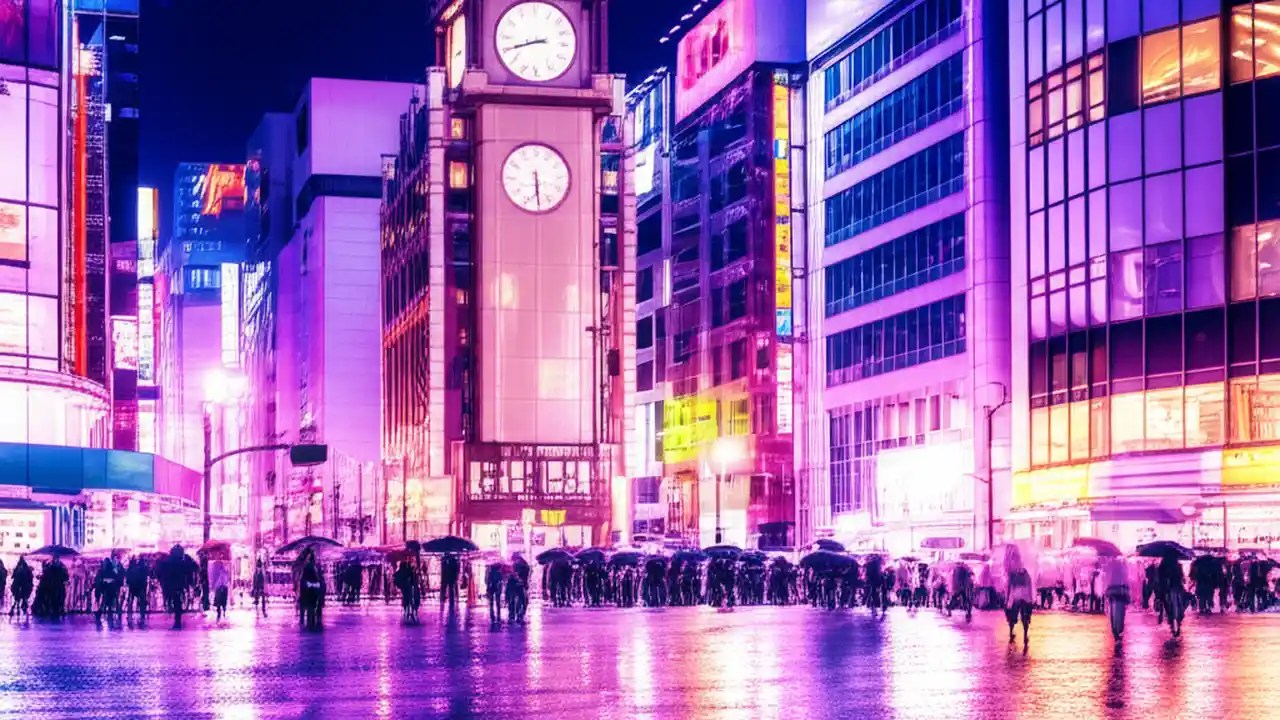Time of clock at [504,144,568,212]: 5:29
